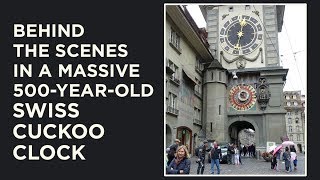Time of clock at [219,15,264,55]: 12:32
